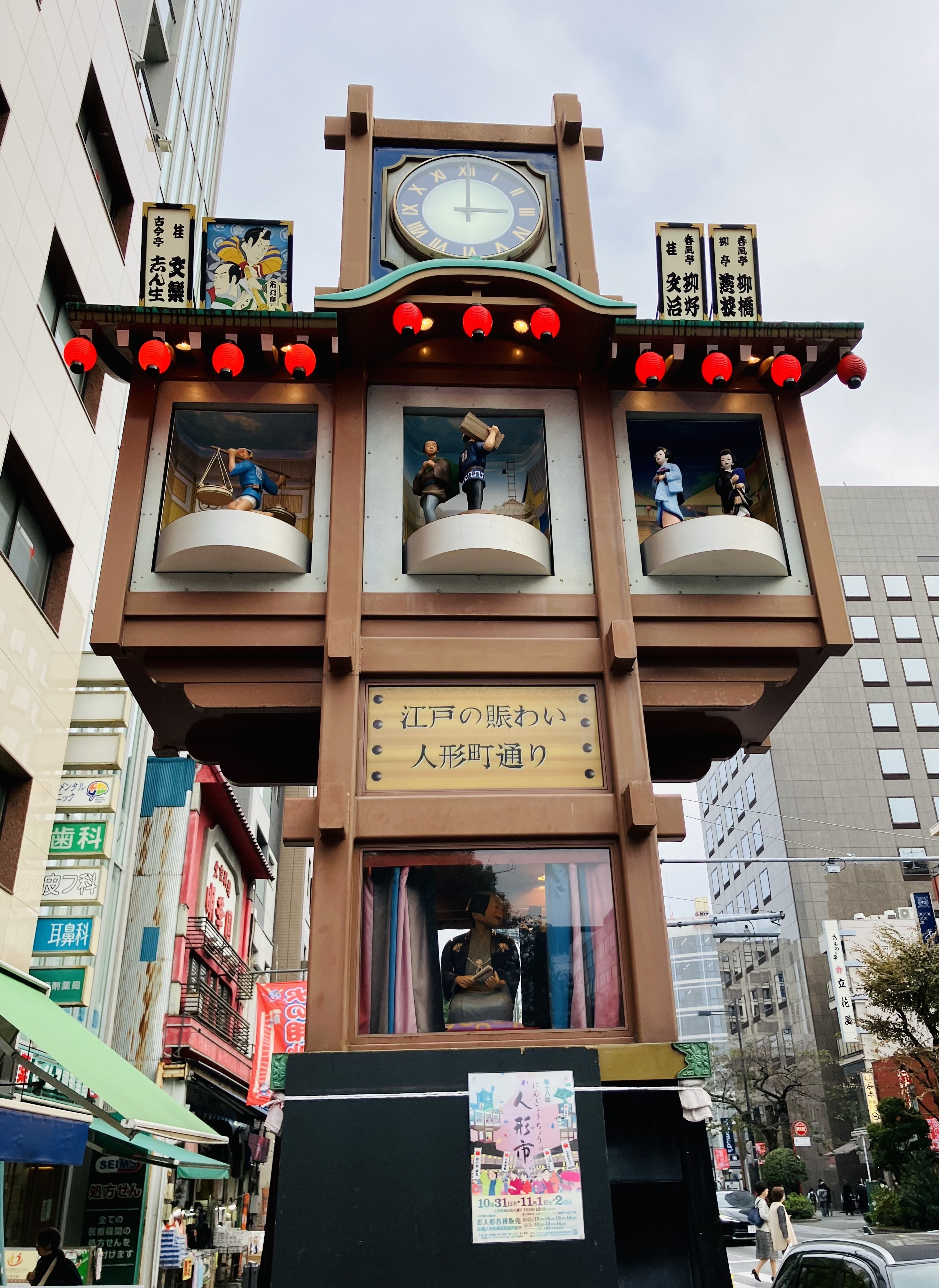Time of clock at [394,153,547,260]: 3:00
